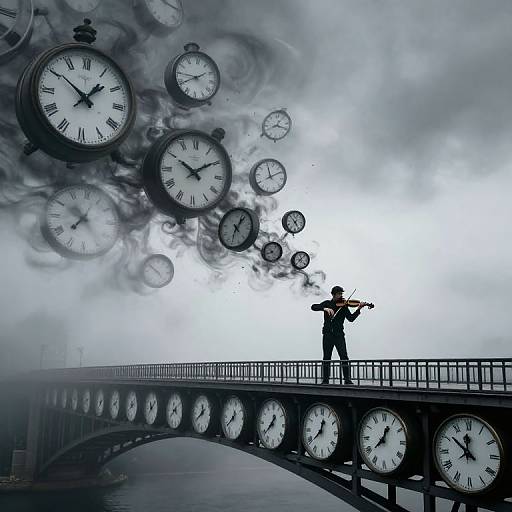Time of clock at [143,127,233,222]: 10:09
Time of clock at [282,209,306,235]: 4:52
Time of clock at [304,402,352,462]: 12:38
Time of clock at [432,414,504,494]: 11:51
